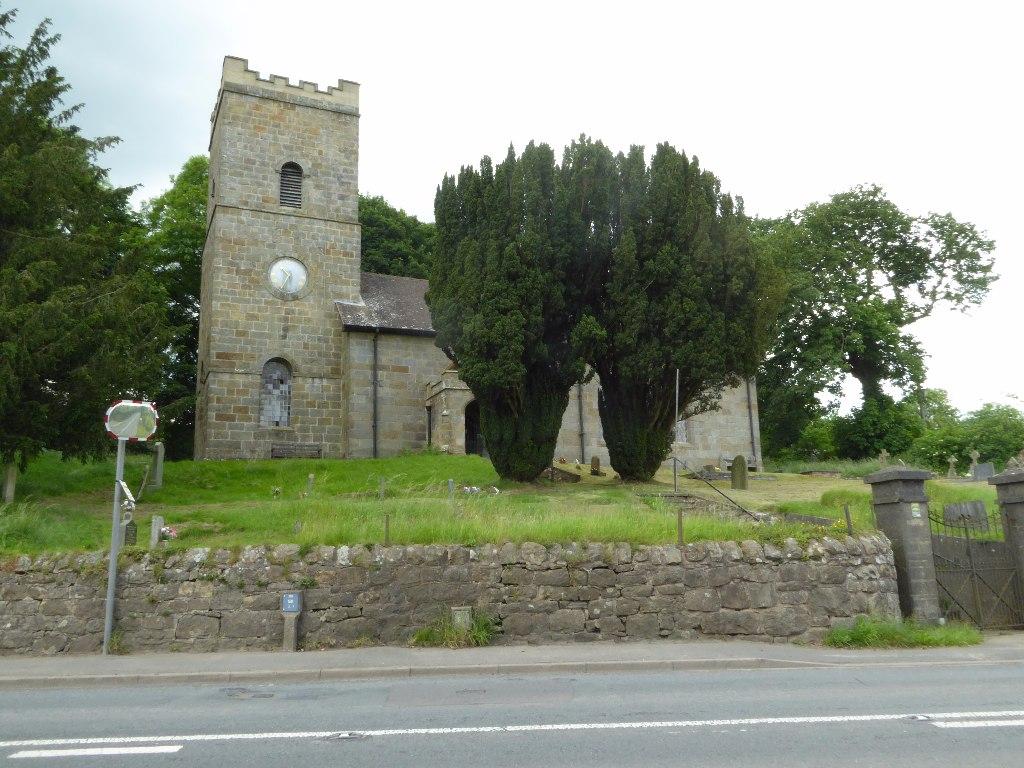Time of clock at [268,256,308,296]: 10:34
